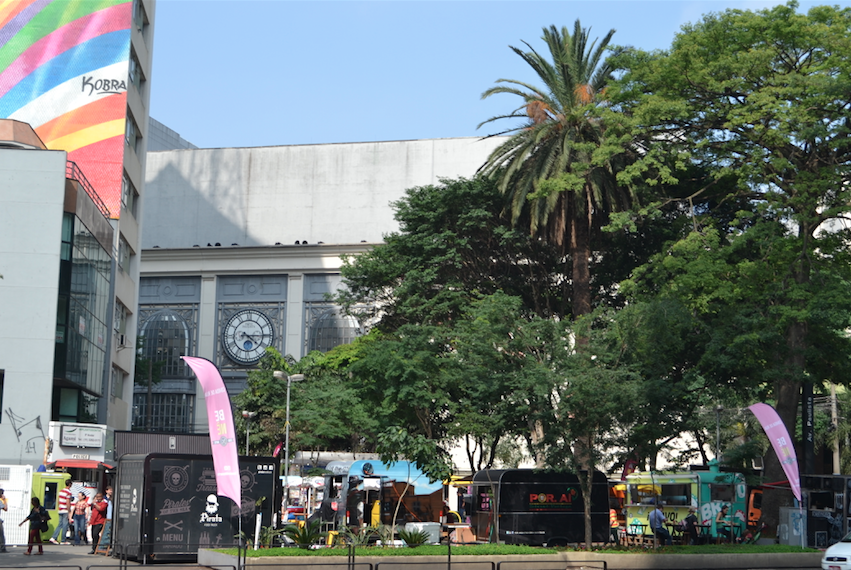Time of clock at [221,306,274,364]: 4:14
